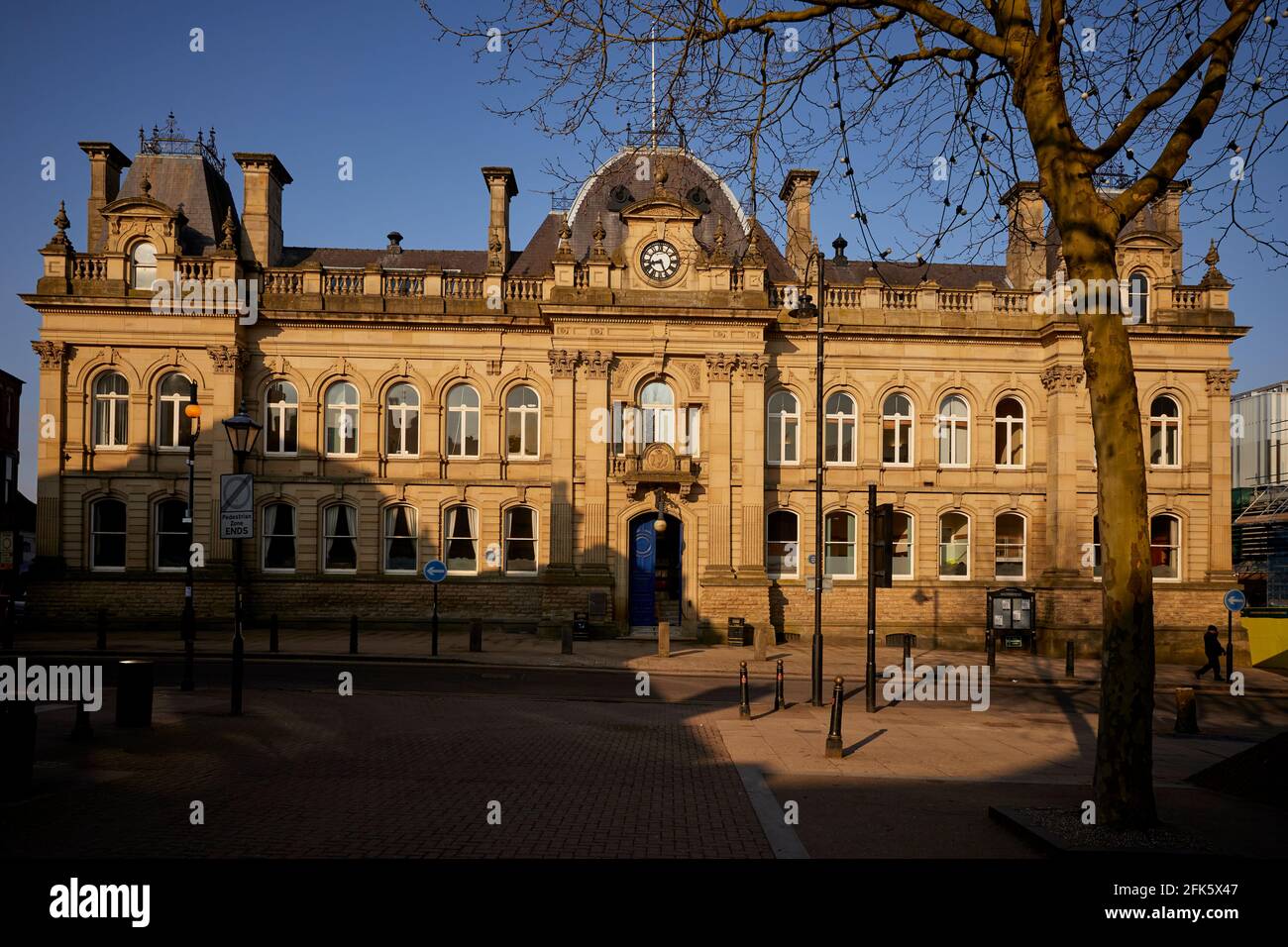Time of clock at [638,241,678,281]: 8:25
